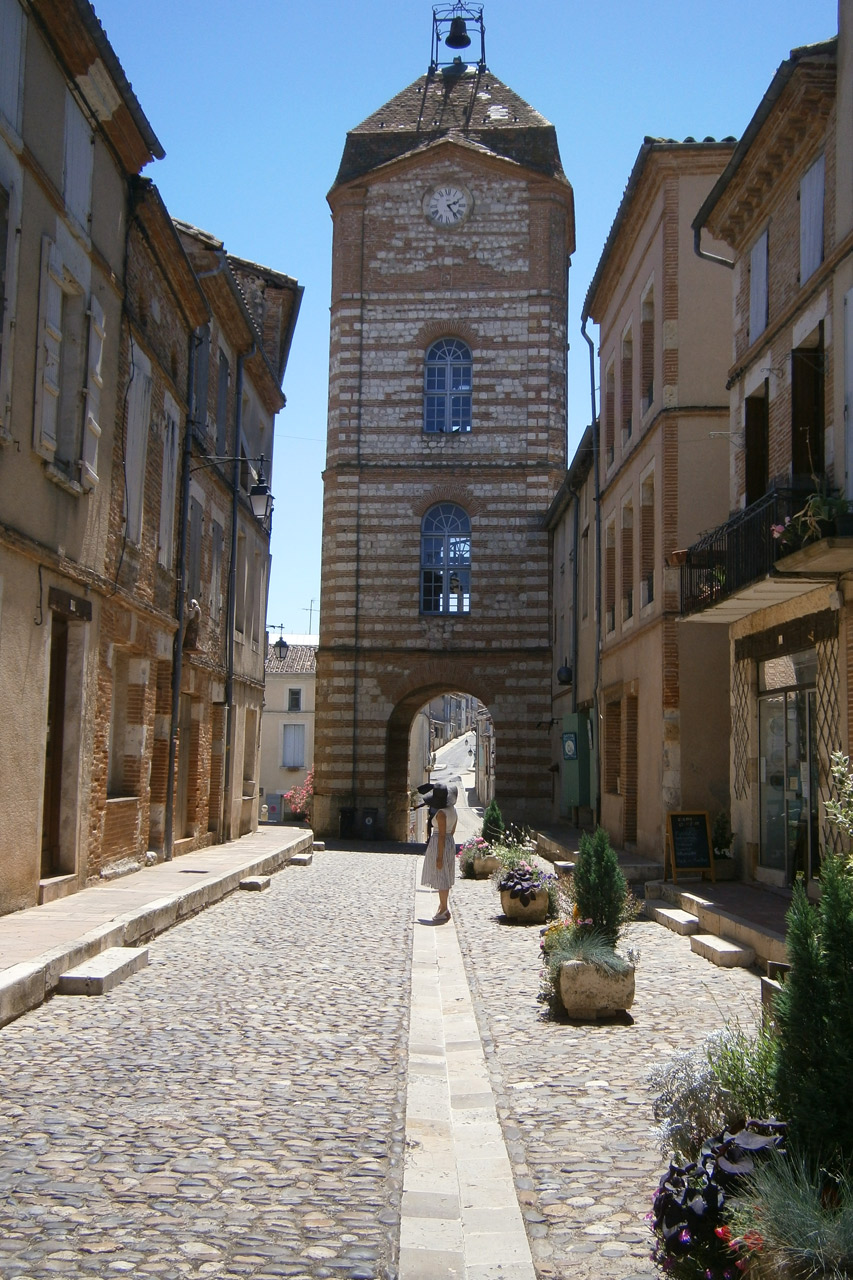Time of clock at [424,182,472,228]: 2:23
